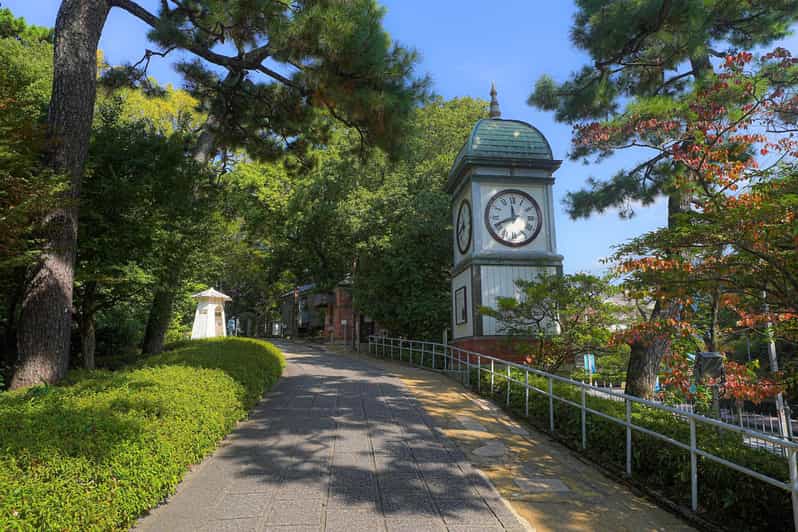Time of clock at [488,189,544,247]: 11:41
